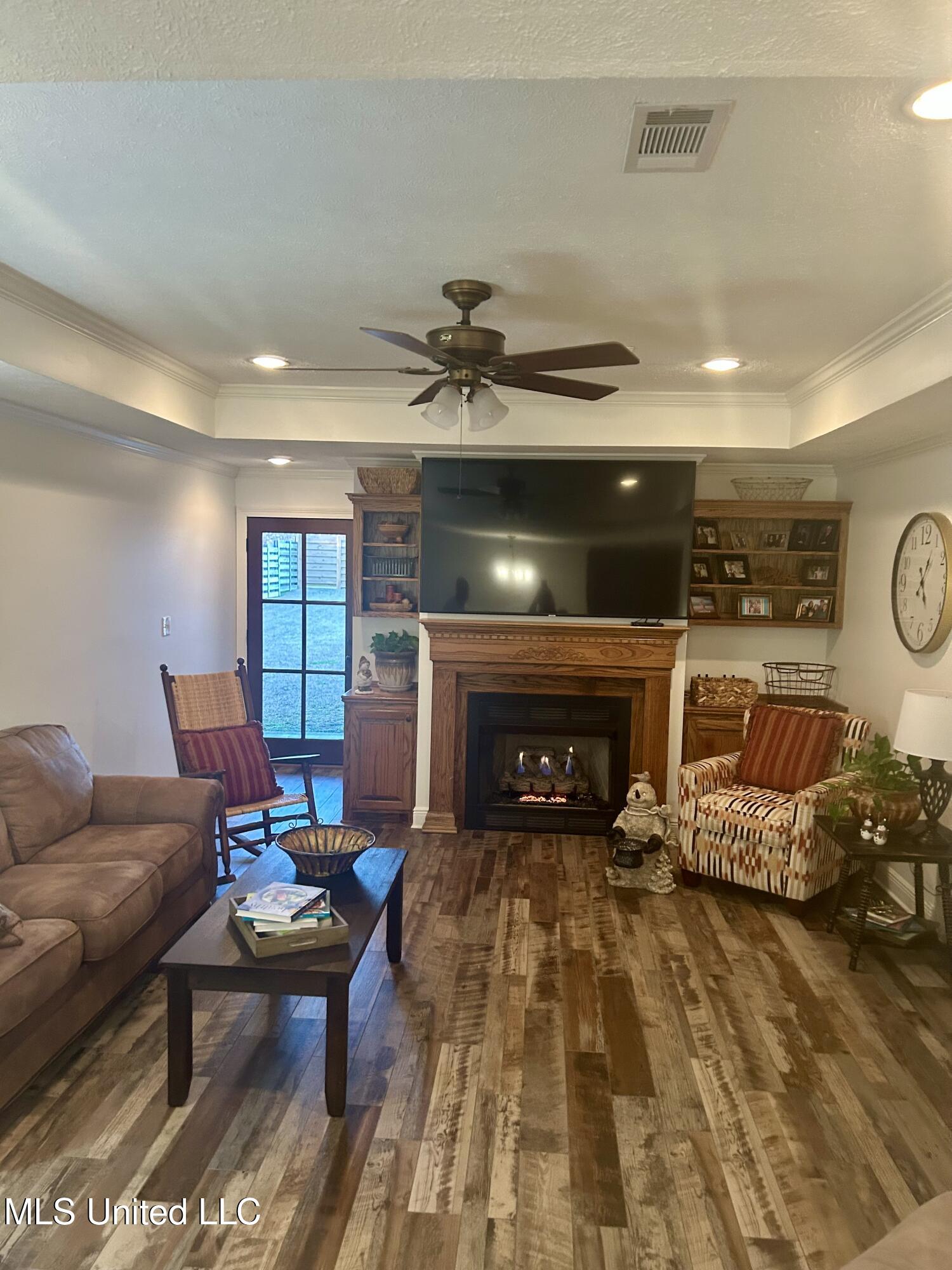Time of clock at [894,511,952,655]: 5:05
